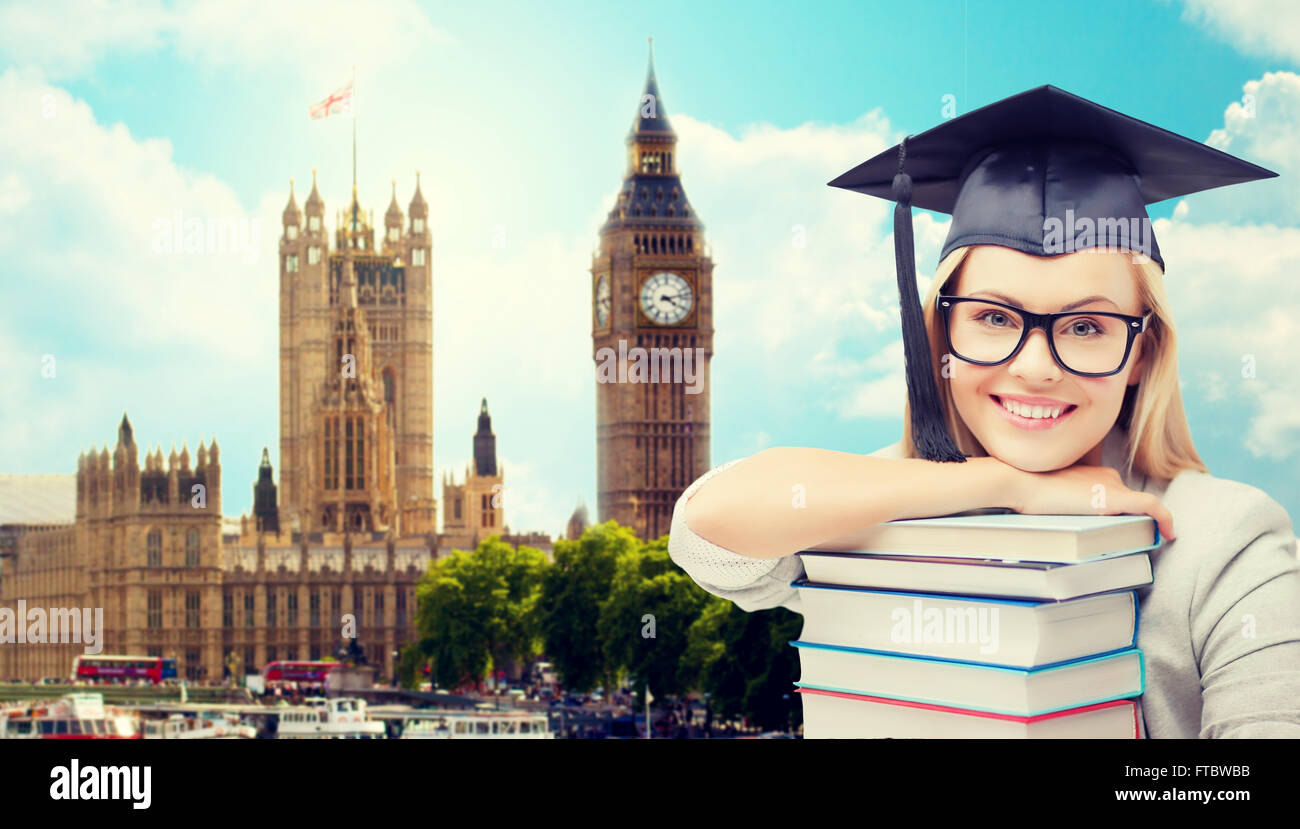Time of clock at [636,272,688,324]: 4:12
